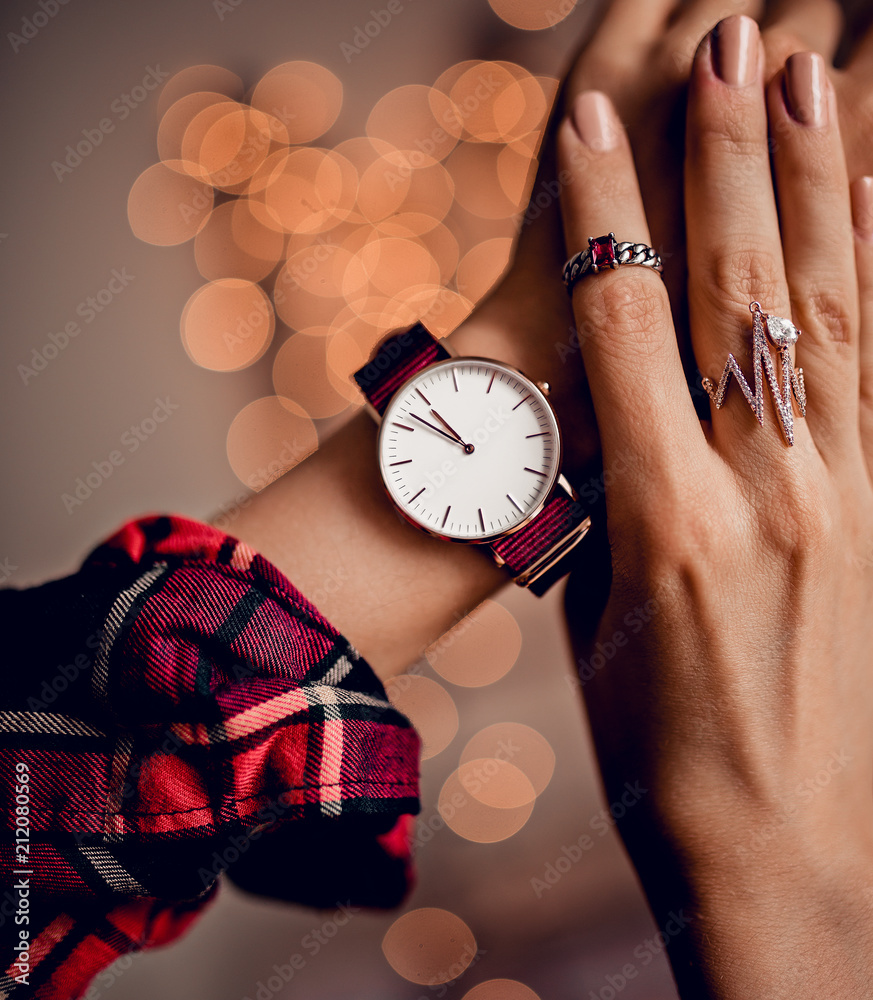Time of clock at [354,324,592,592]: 10:51
